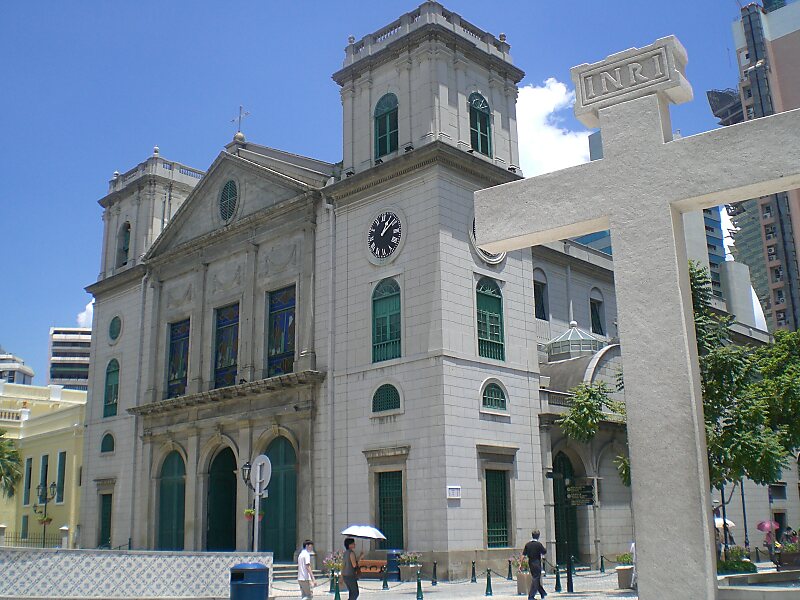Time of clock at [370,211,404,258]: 1:08
